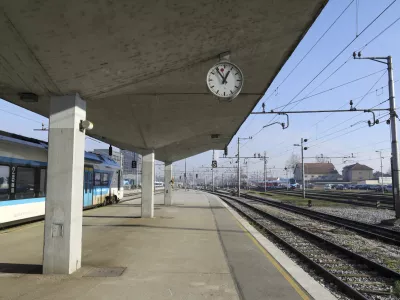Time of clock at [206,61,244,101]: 12:54
